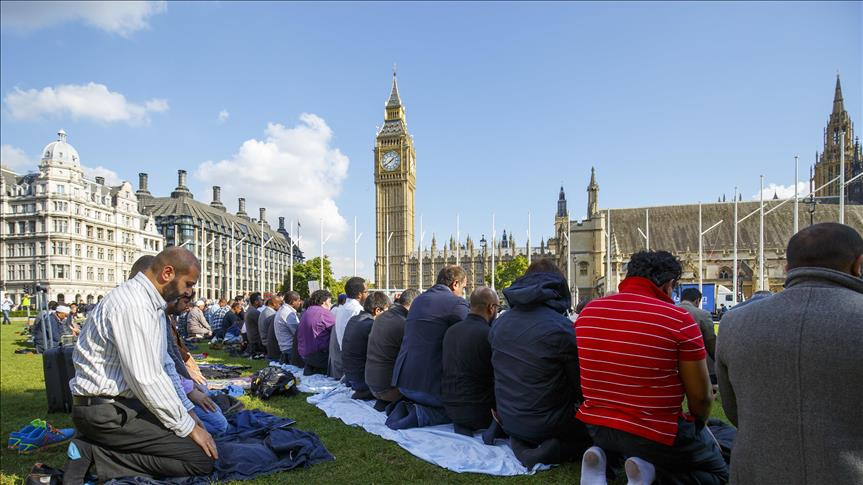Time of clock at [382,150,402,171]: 1:39
